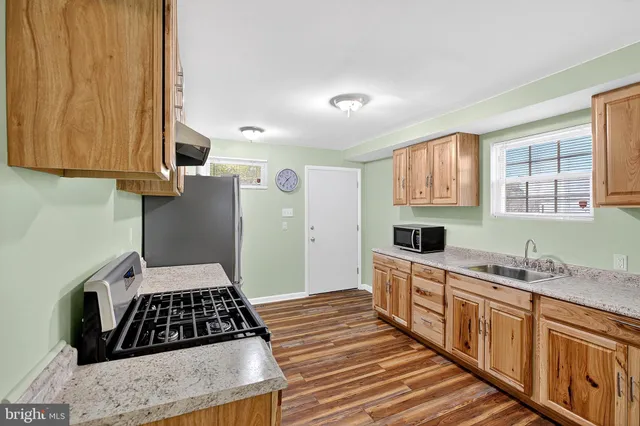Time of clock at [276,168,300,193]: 1:36
